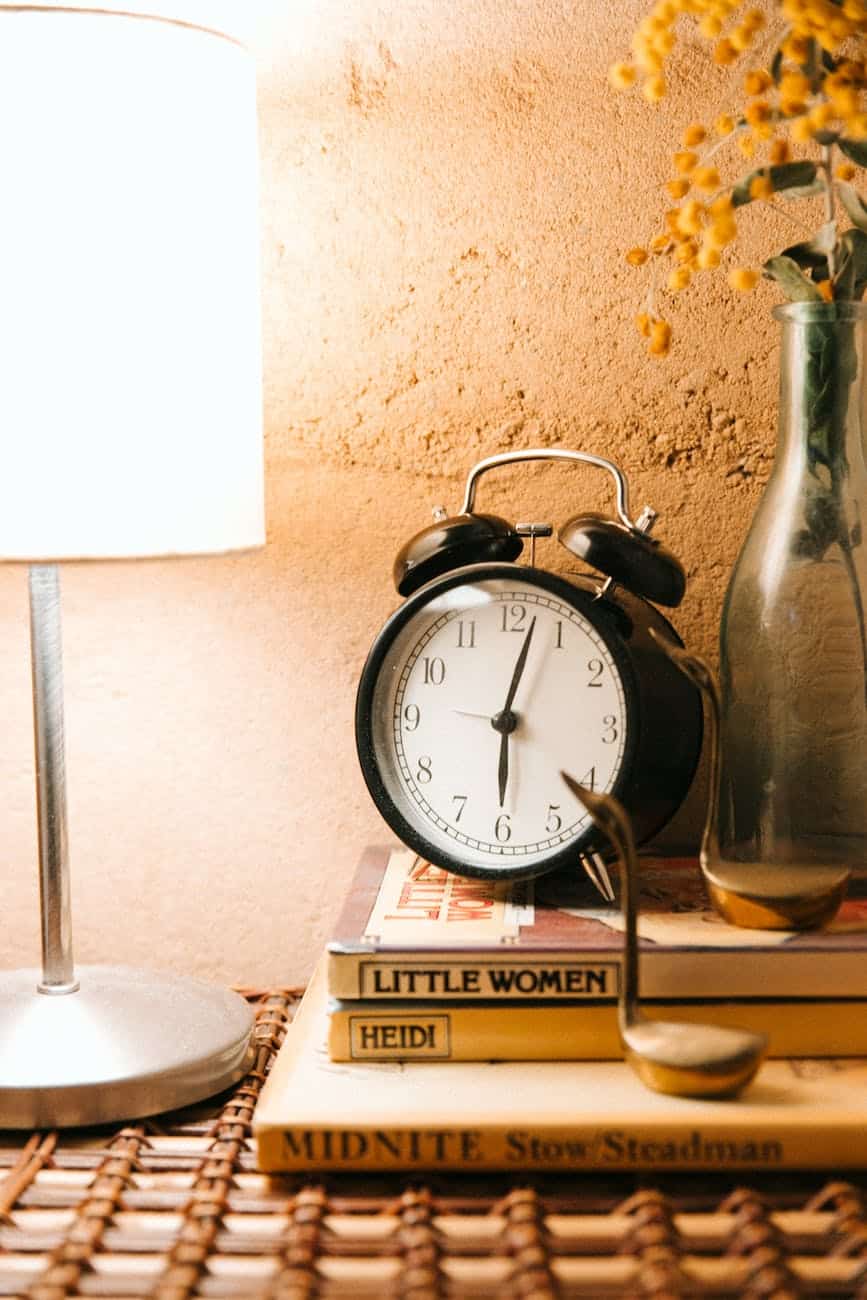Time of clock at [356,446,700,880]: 6:02
